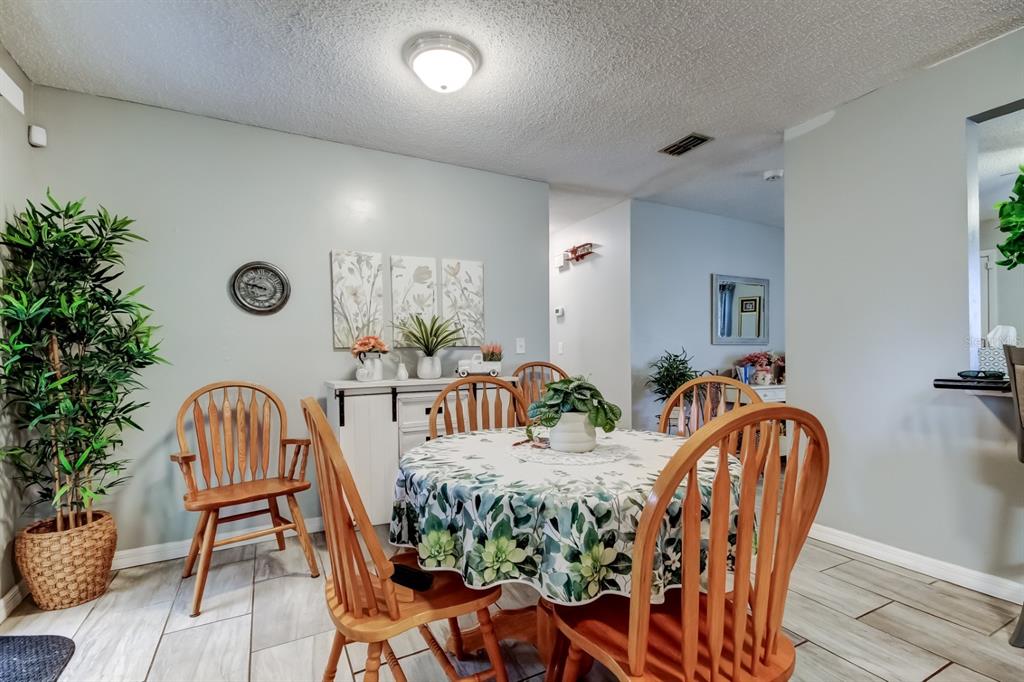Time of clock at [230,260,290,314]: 9:47
